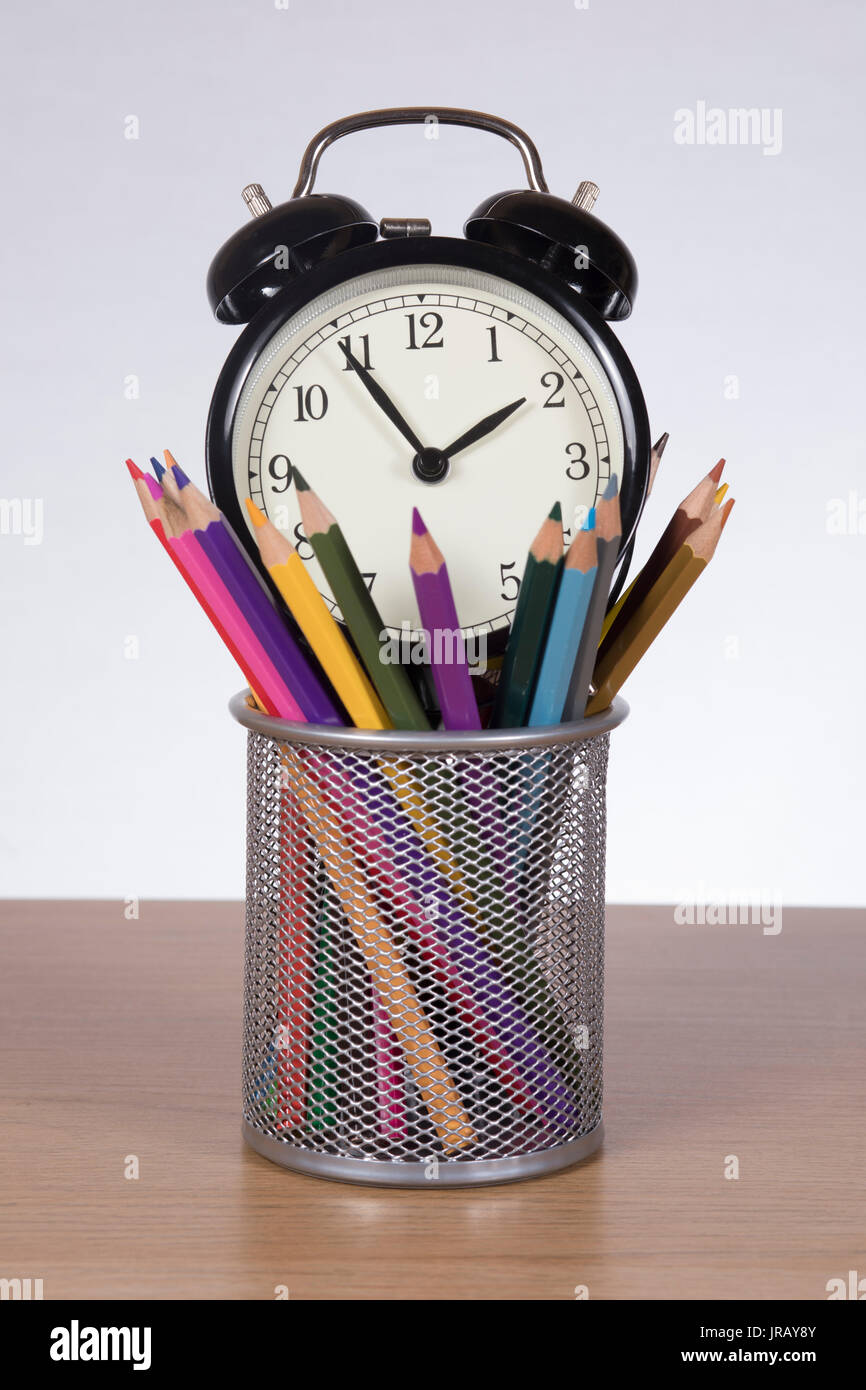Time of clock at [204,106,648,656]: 1:54
